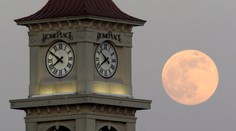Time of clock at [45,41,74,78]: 7:50
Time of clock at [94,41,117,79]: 7:52
